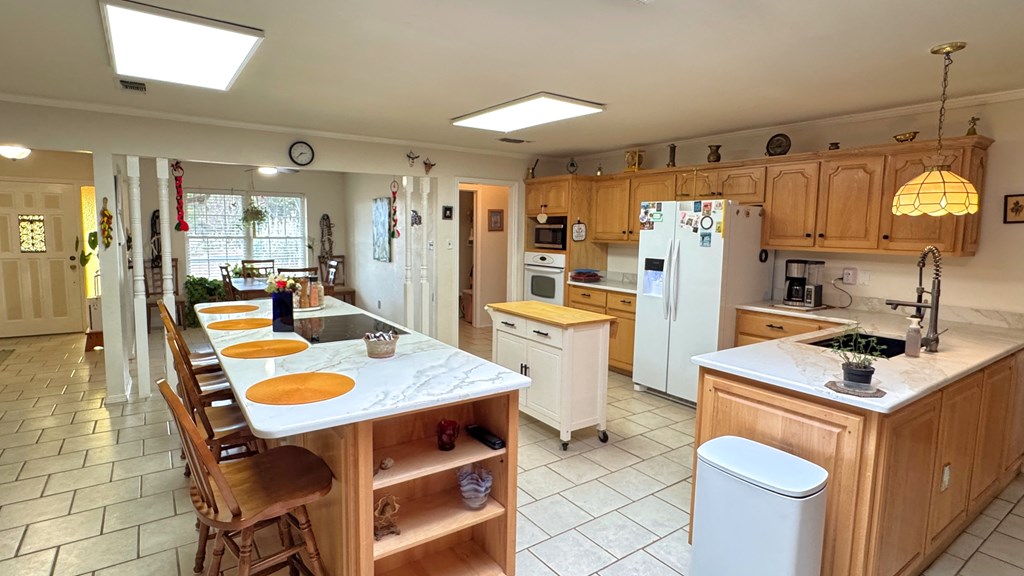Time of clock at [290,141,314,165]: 2:37
